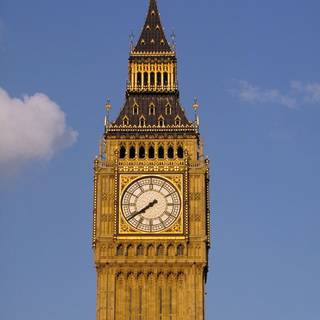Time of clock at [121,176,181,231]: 7:39
